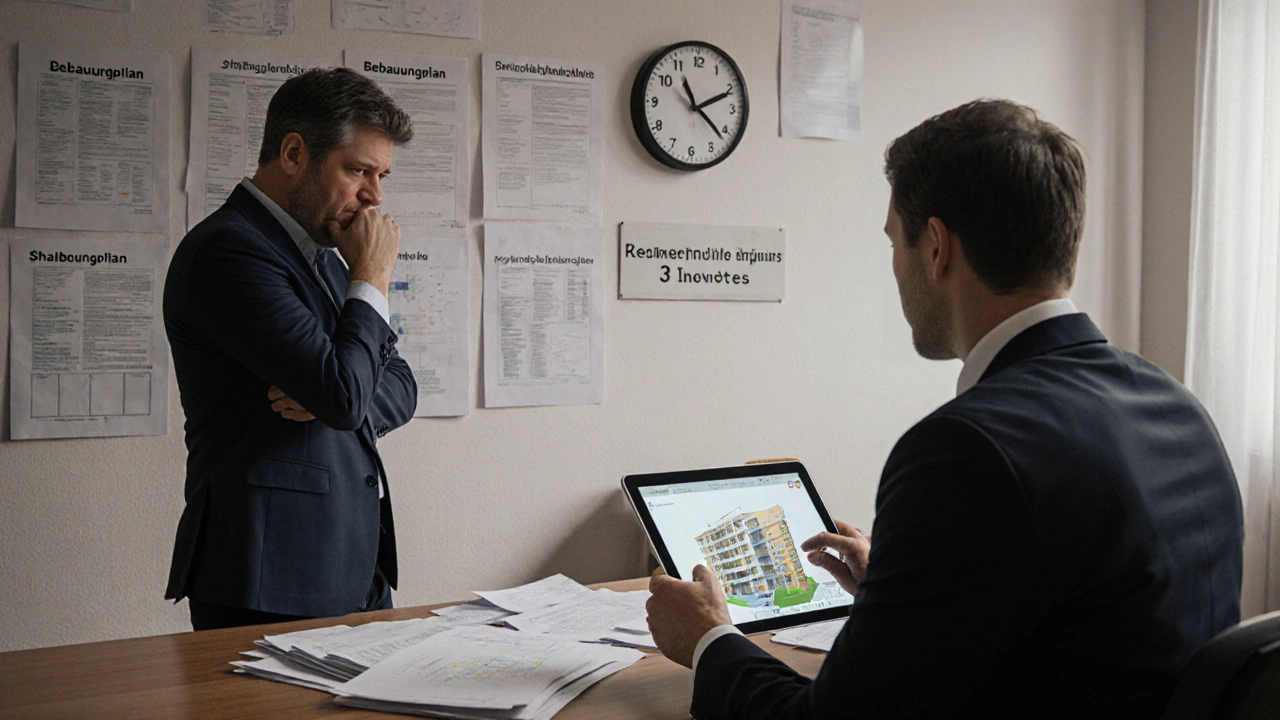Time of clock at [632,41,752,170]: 2:21
